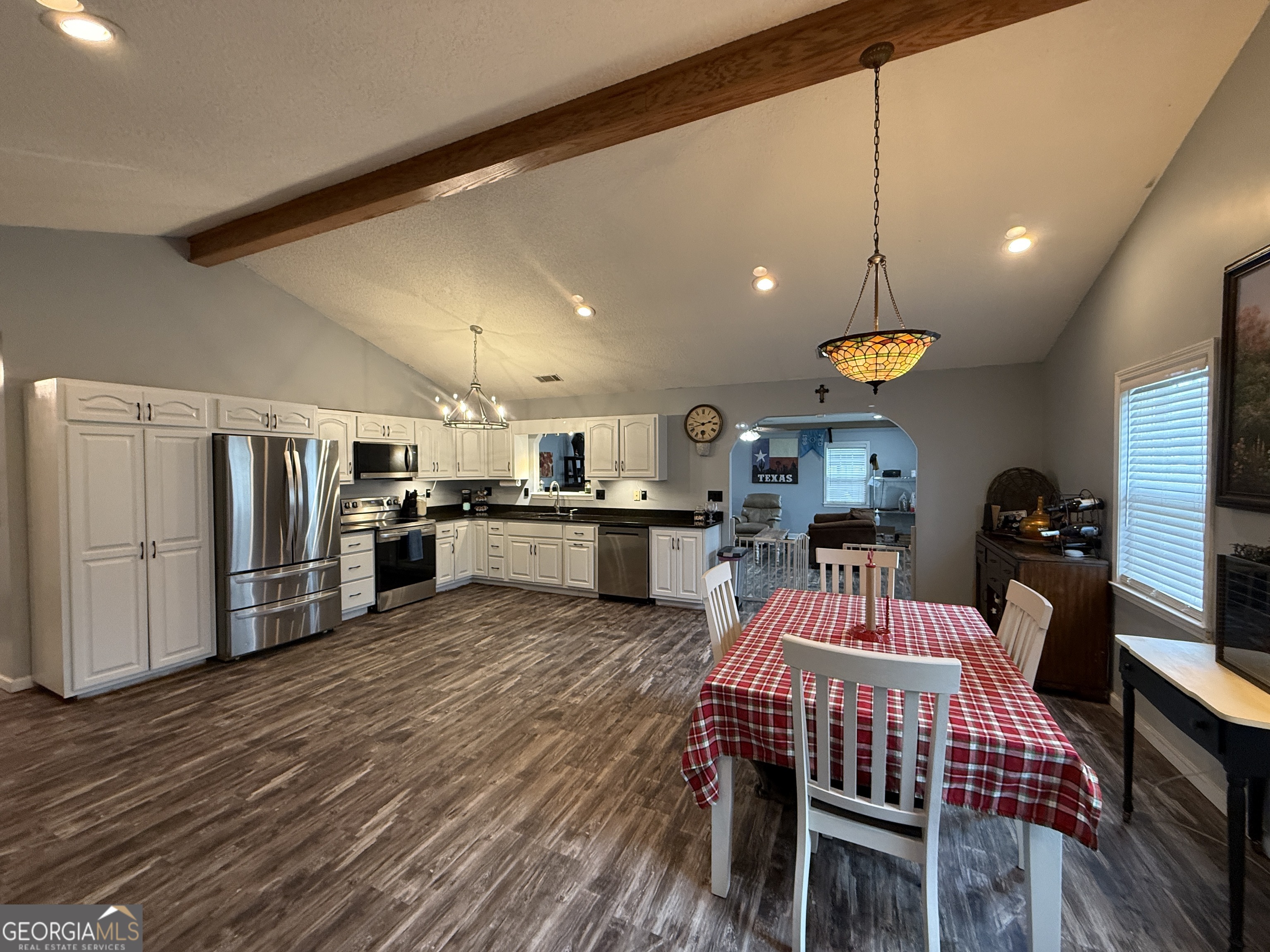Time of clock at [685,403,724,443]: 9:42
